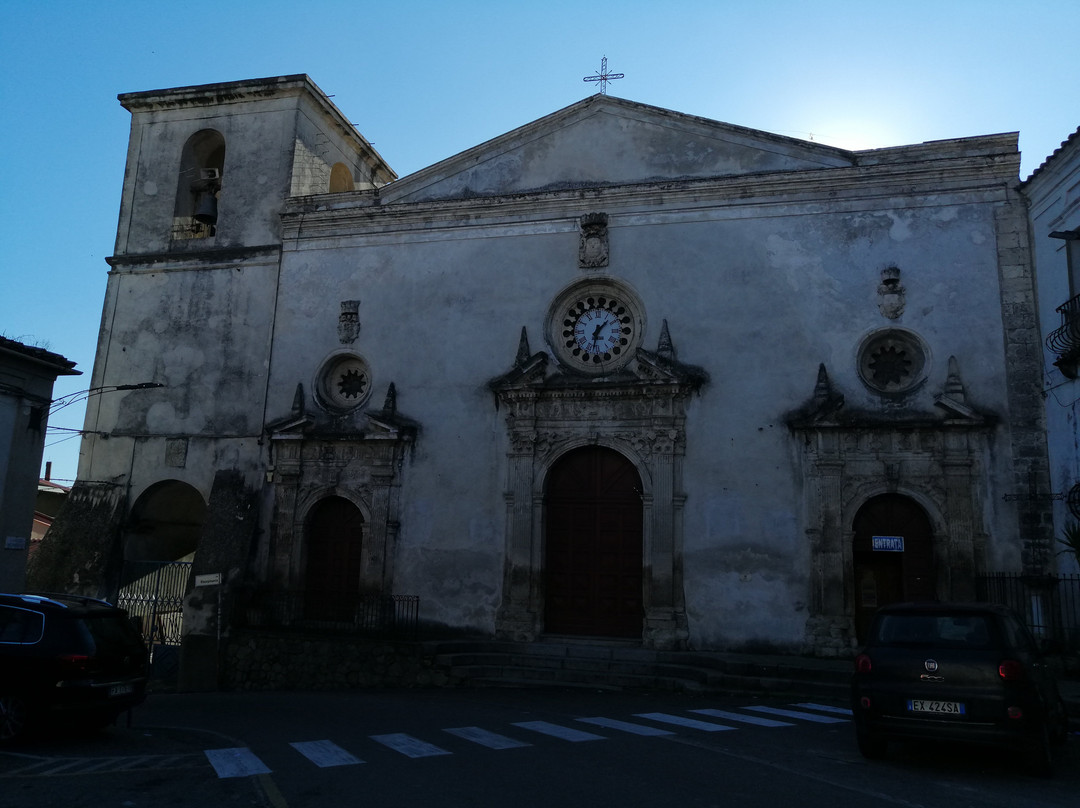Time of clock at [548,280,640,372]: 1:32
